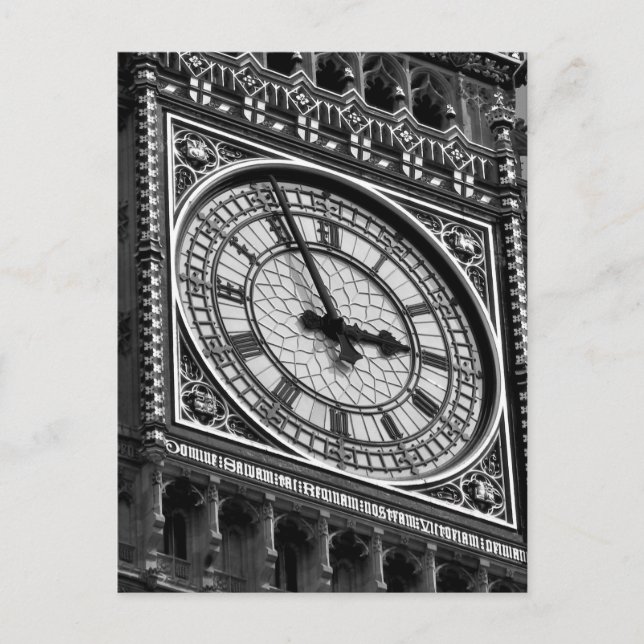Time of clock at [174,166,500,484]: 2:56
